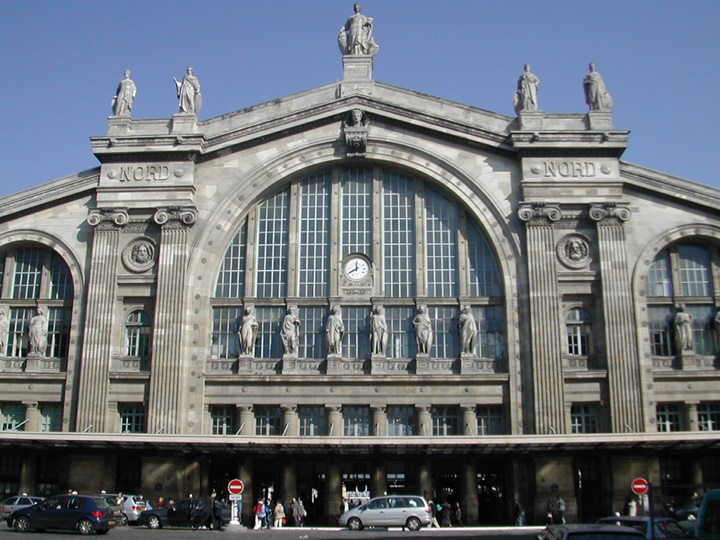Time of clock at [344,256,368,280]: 11:40
